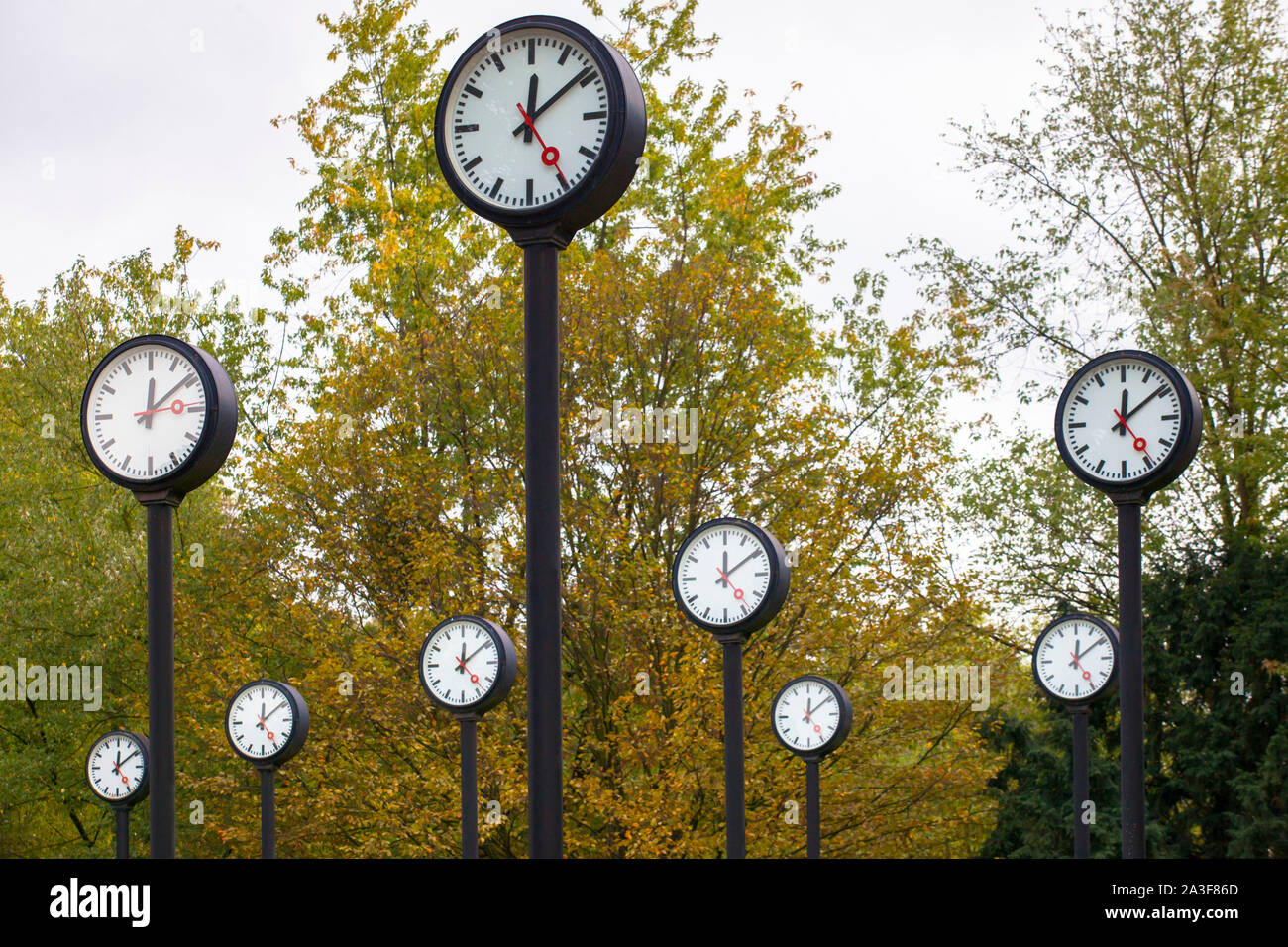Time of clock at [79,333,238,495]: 12:08
